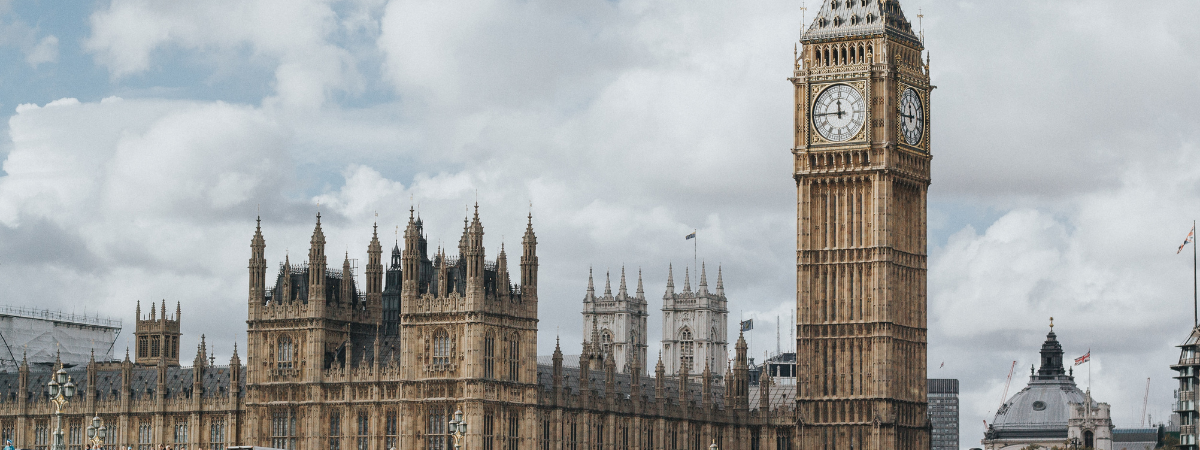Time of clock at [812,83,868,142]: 11:44
